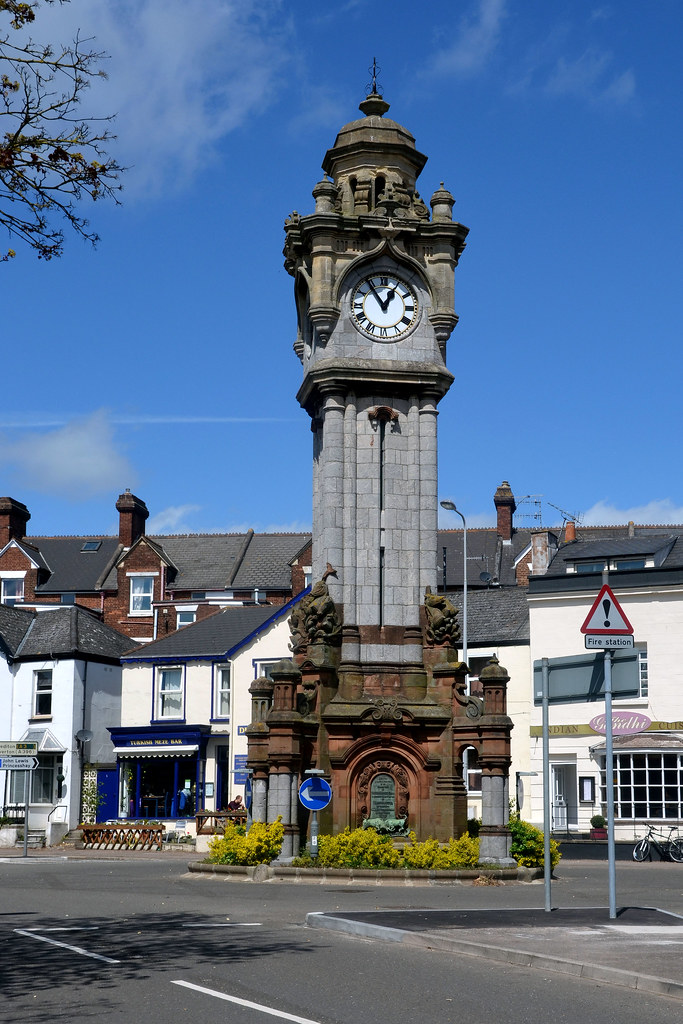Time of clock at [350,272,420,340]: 12:54
